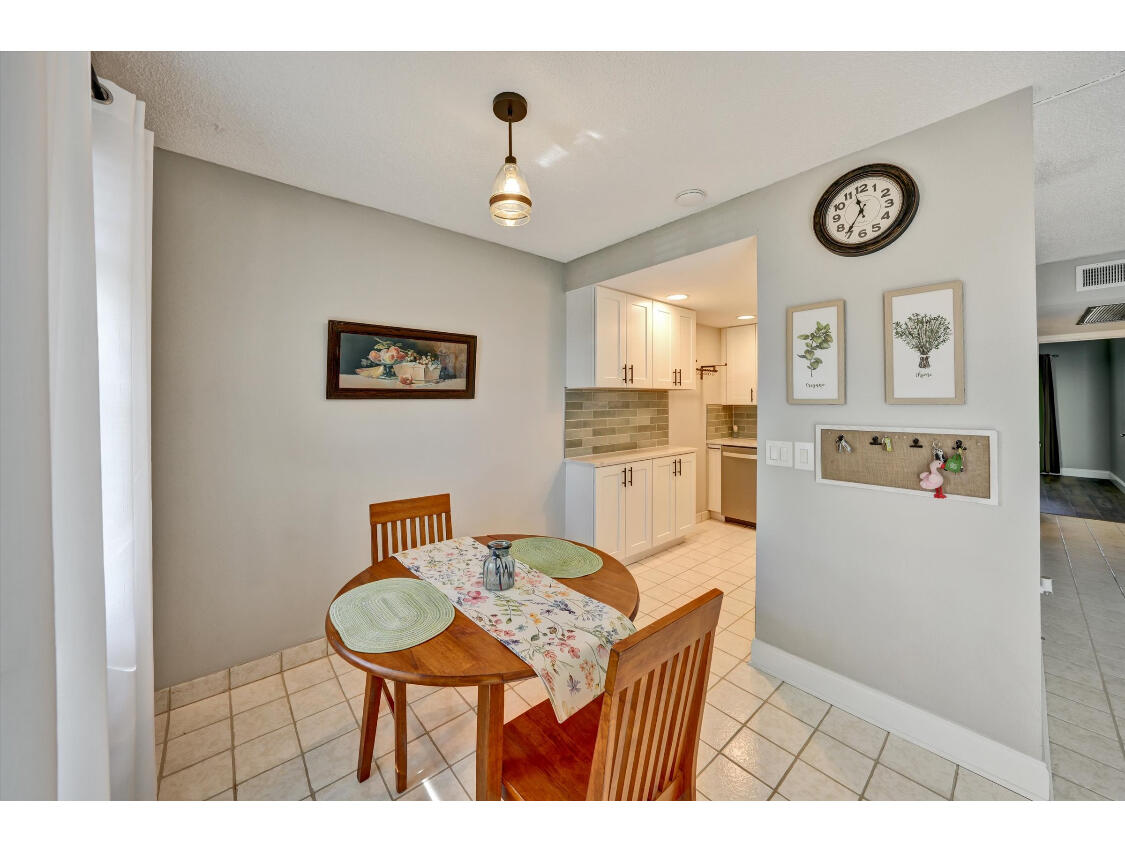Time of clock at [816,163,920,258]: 11:35
